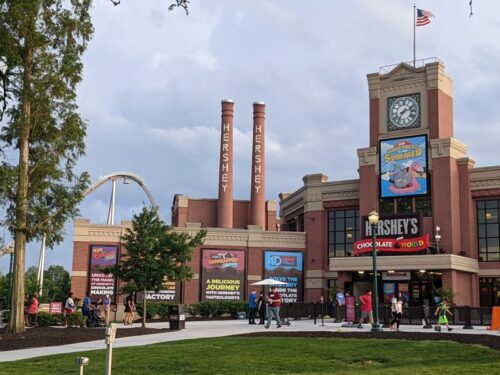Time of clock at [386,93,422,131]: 7:11
